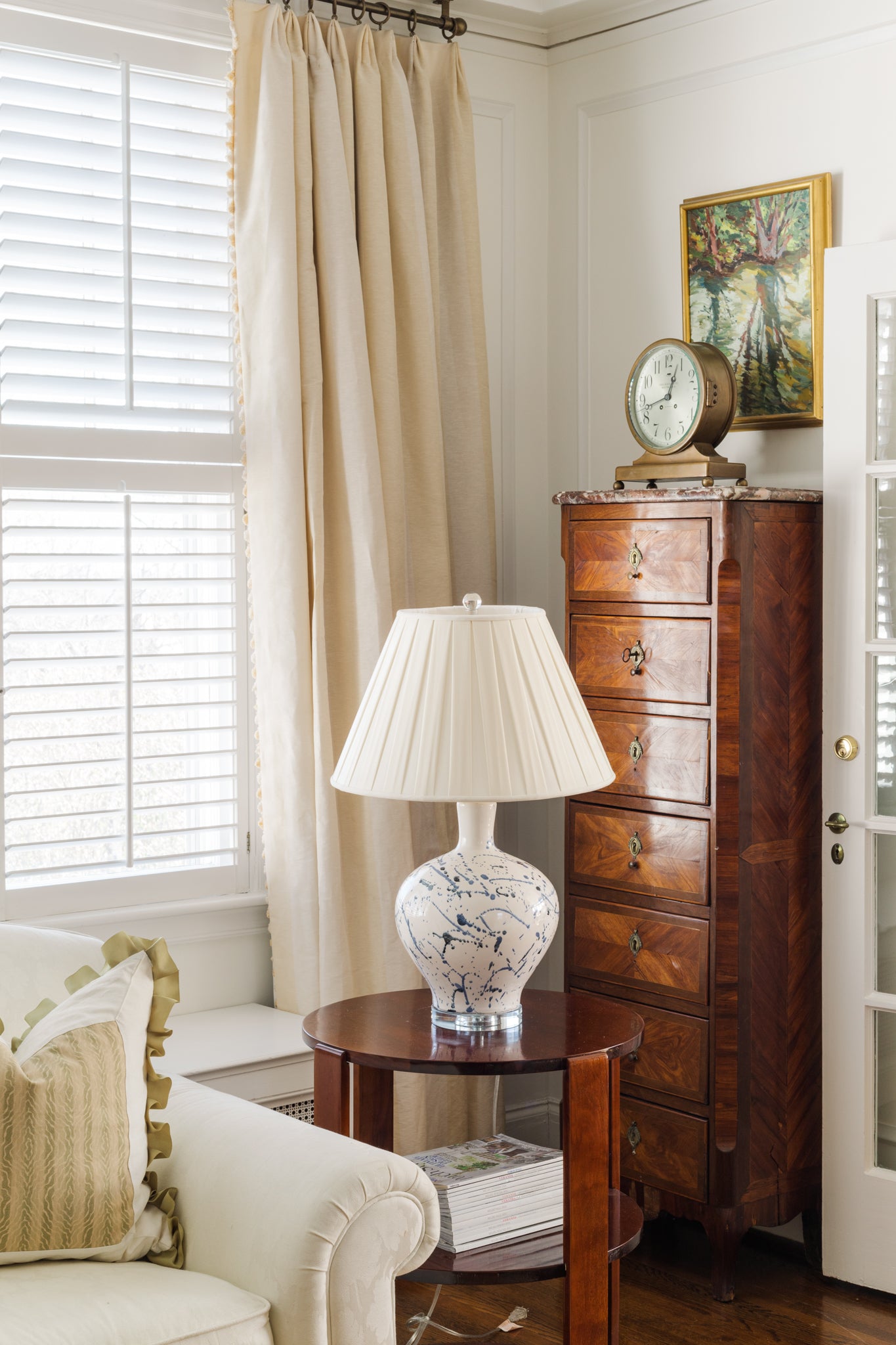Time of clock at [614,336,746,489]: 12:42
